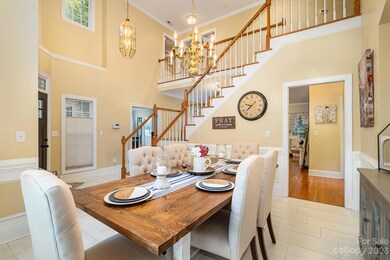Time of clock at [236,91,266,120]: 9:37
